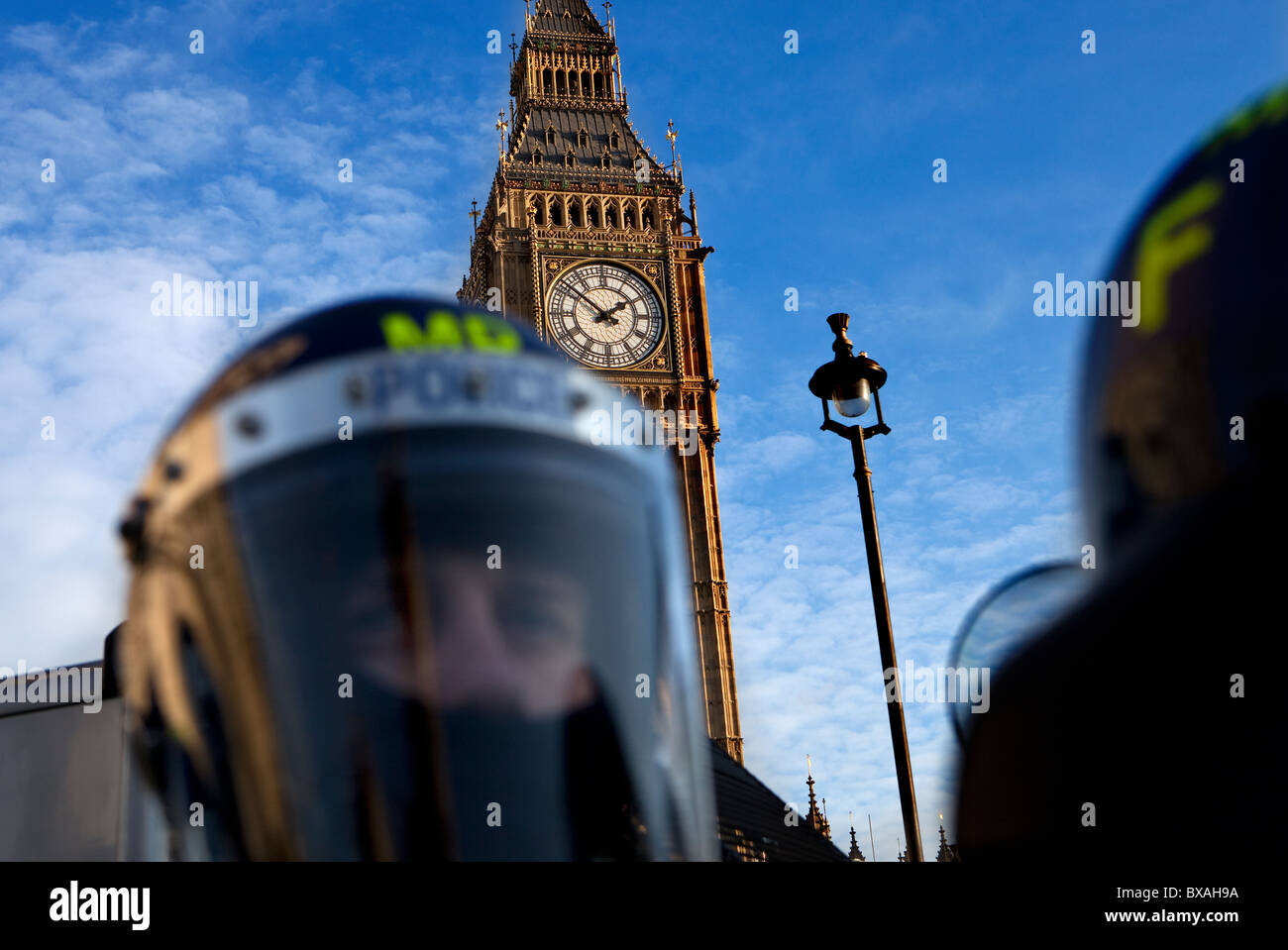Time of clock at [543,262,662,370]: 1:51
